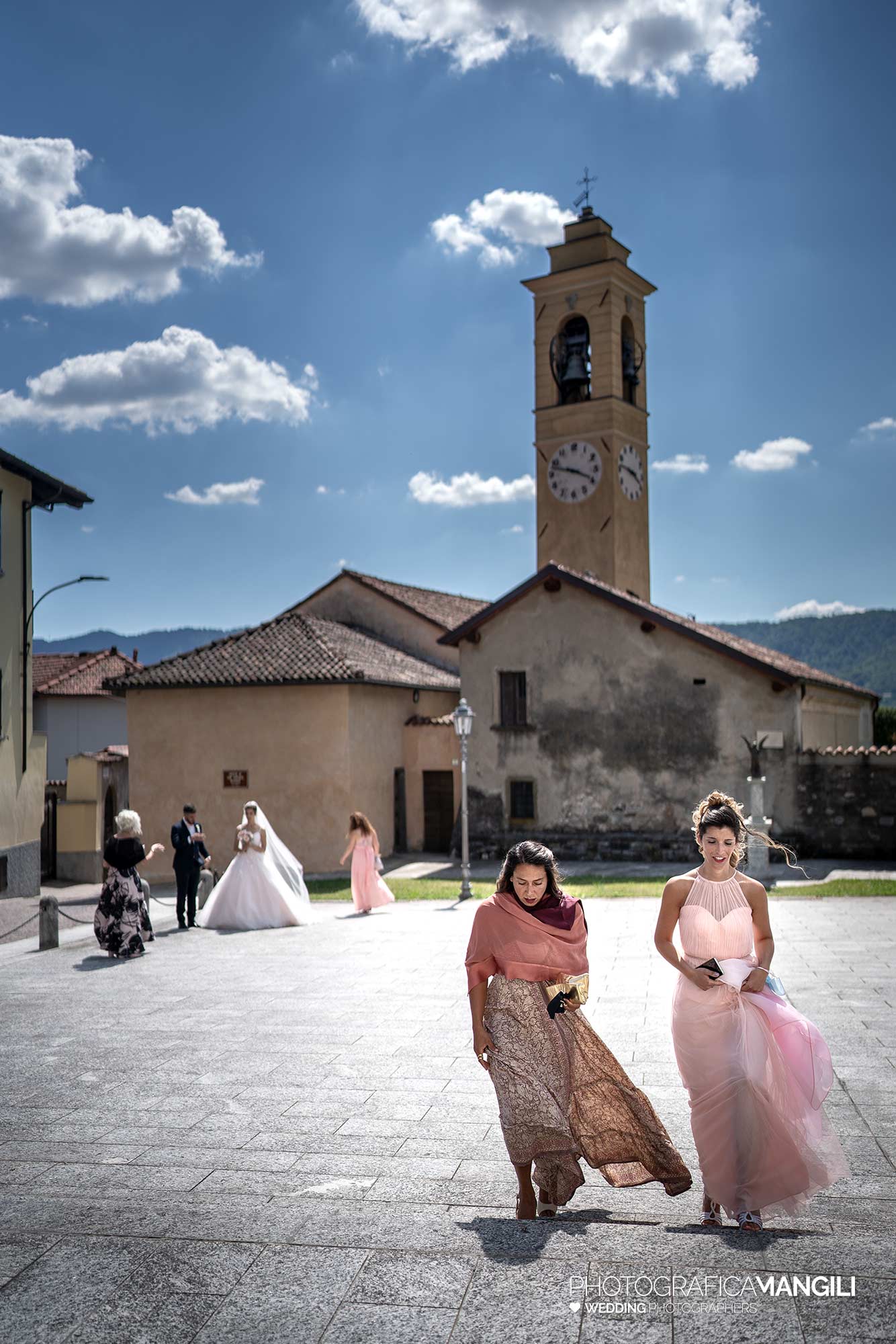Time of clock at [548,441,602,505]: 3:47
